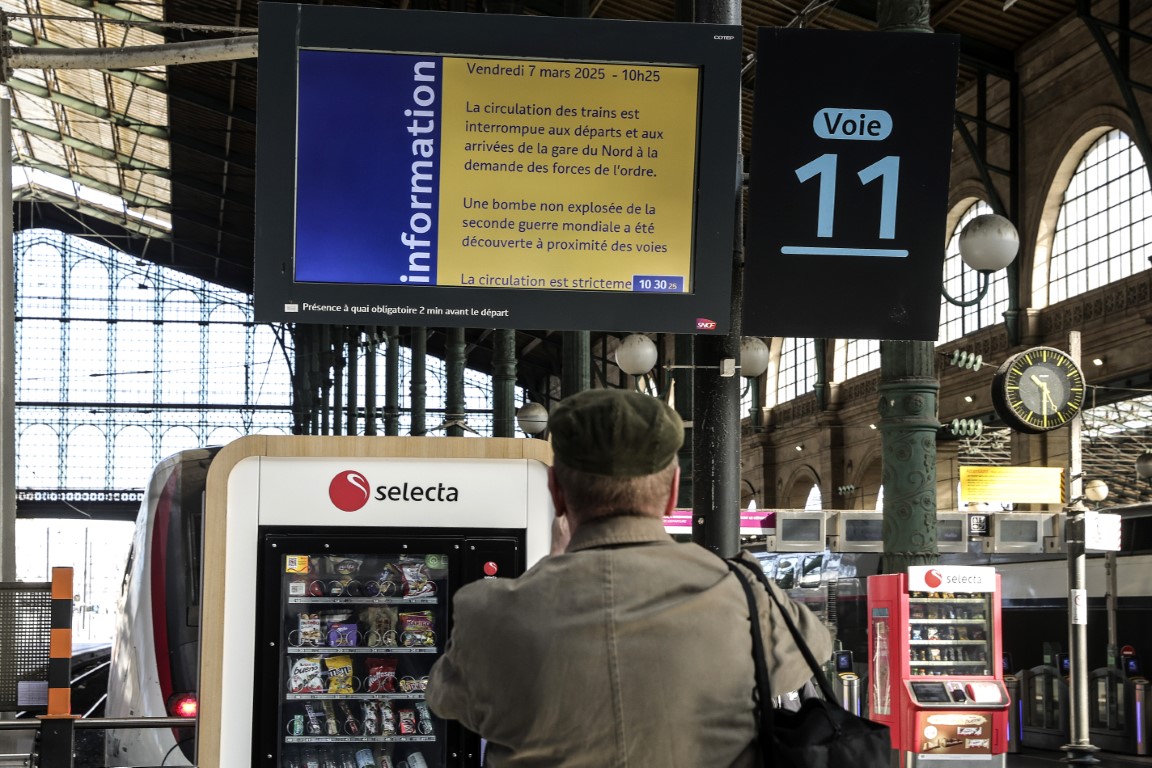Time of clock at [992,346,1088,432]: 10:30
